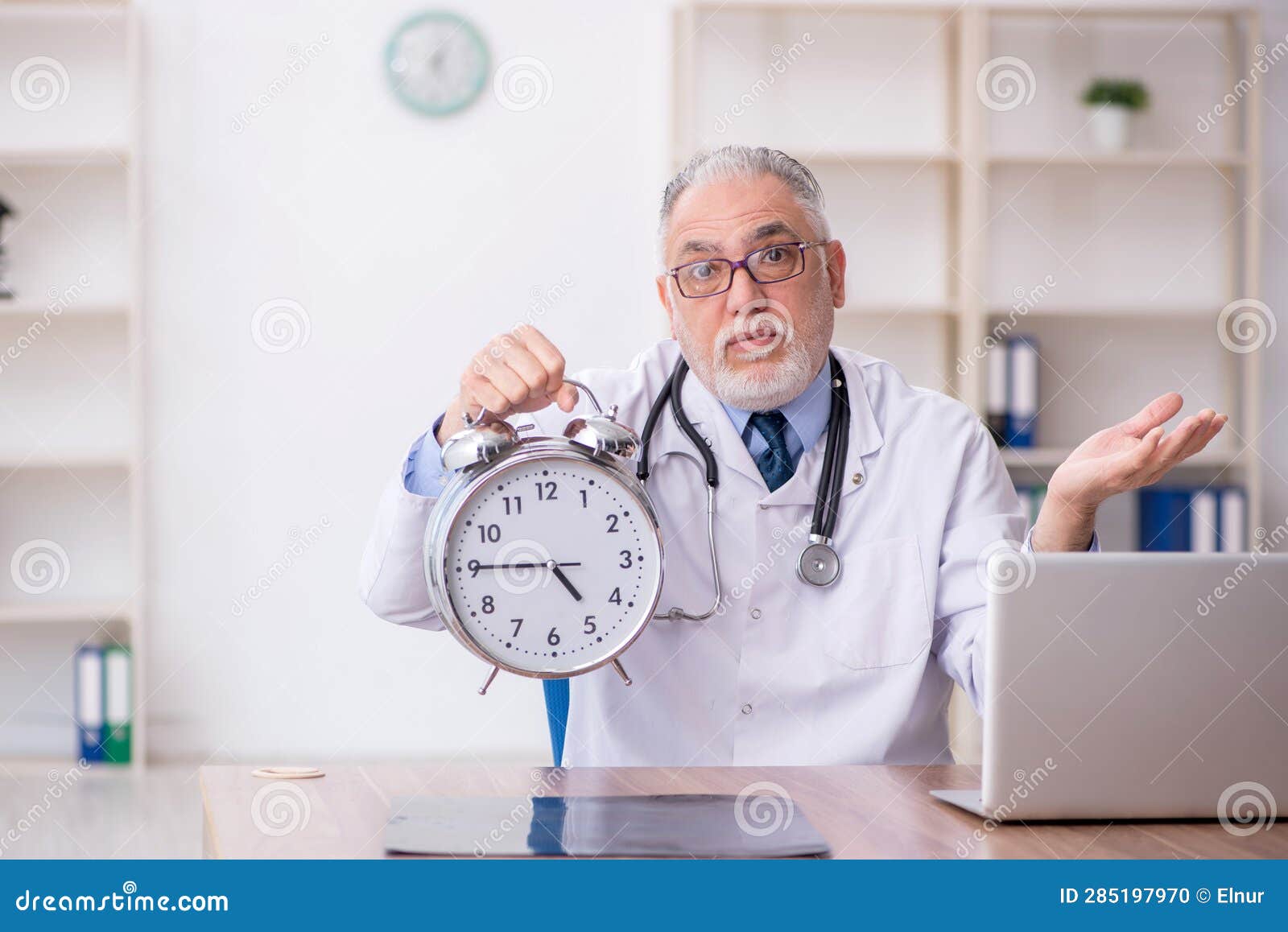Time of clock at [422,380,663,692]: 4:45
